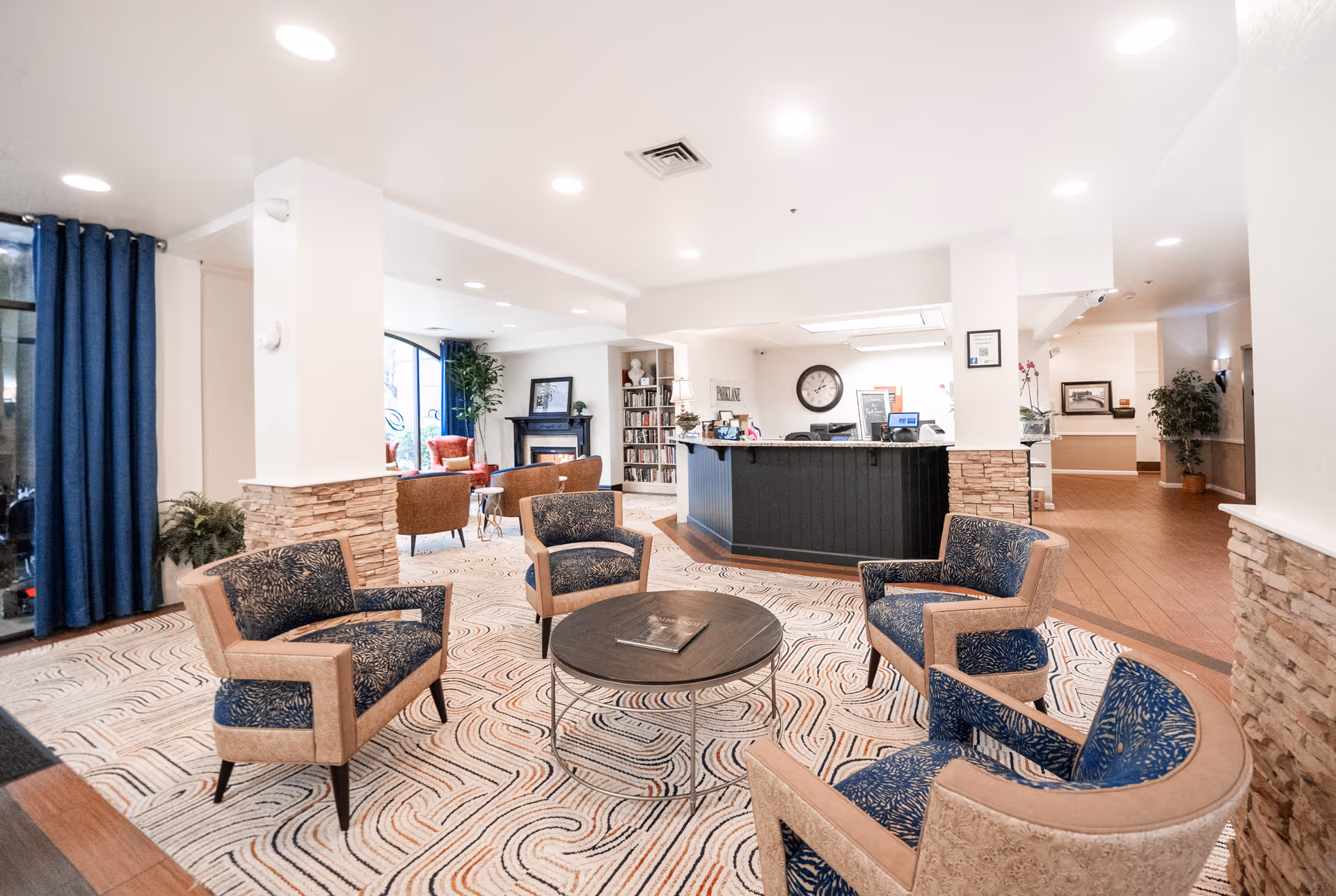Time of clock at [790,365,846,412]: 2:04
